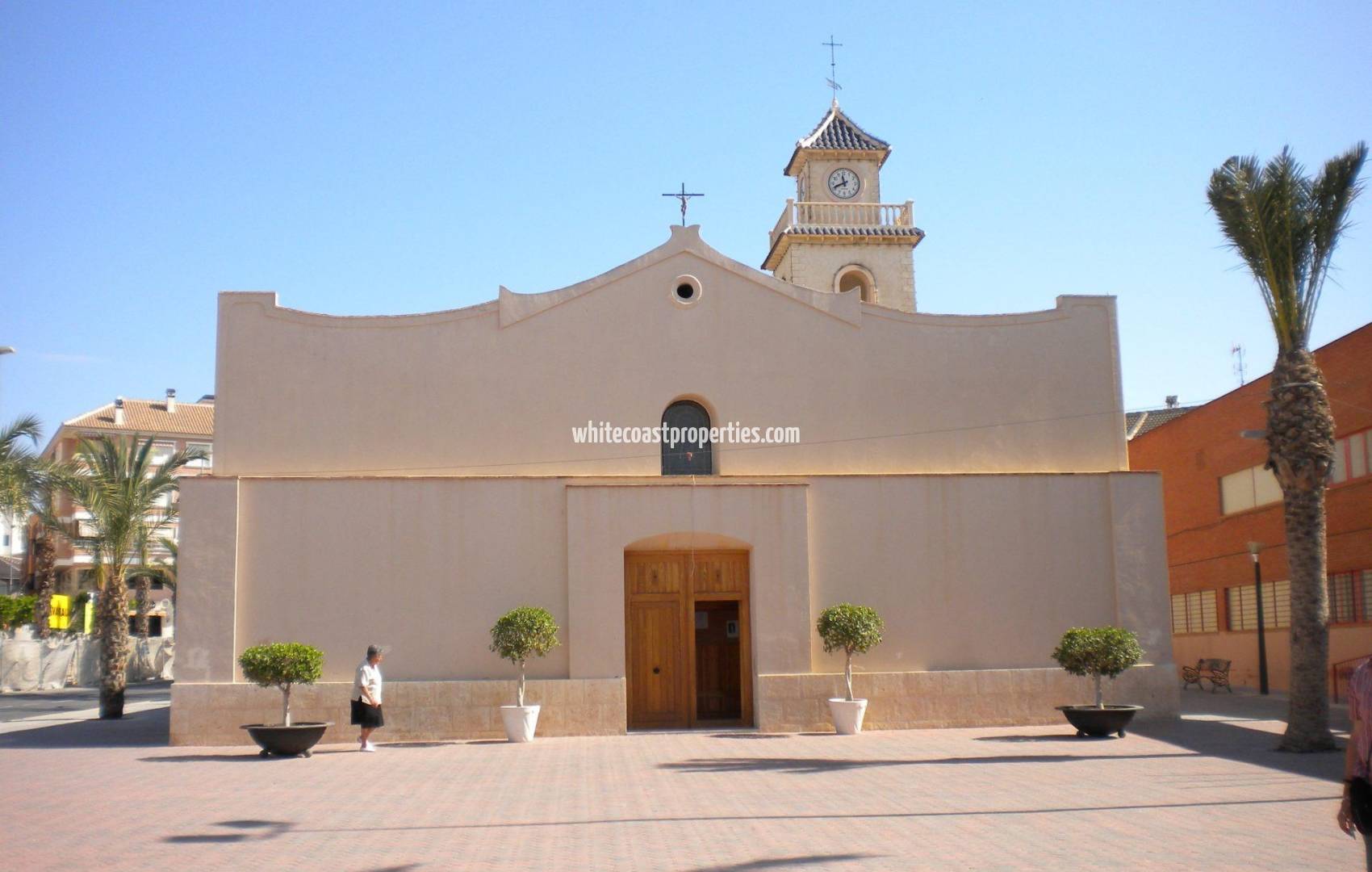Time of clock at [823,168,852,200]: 11:41
